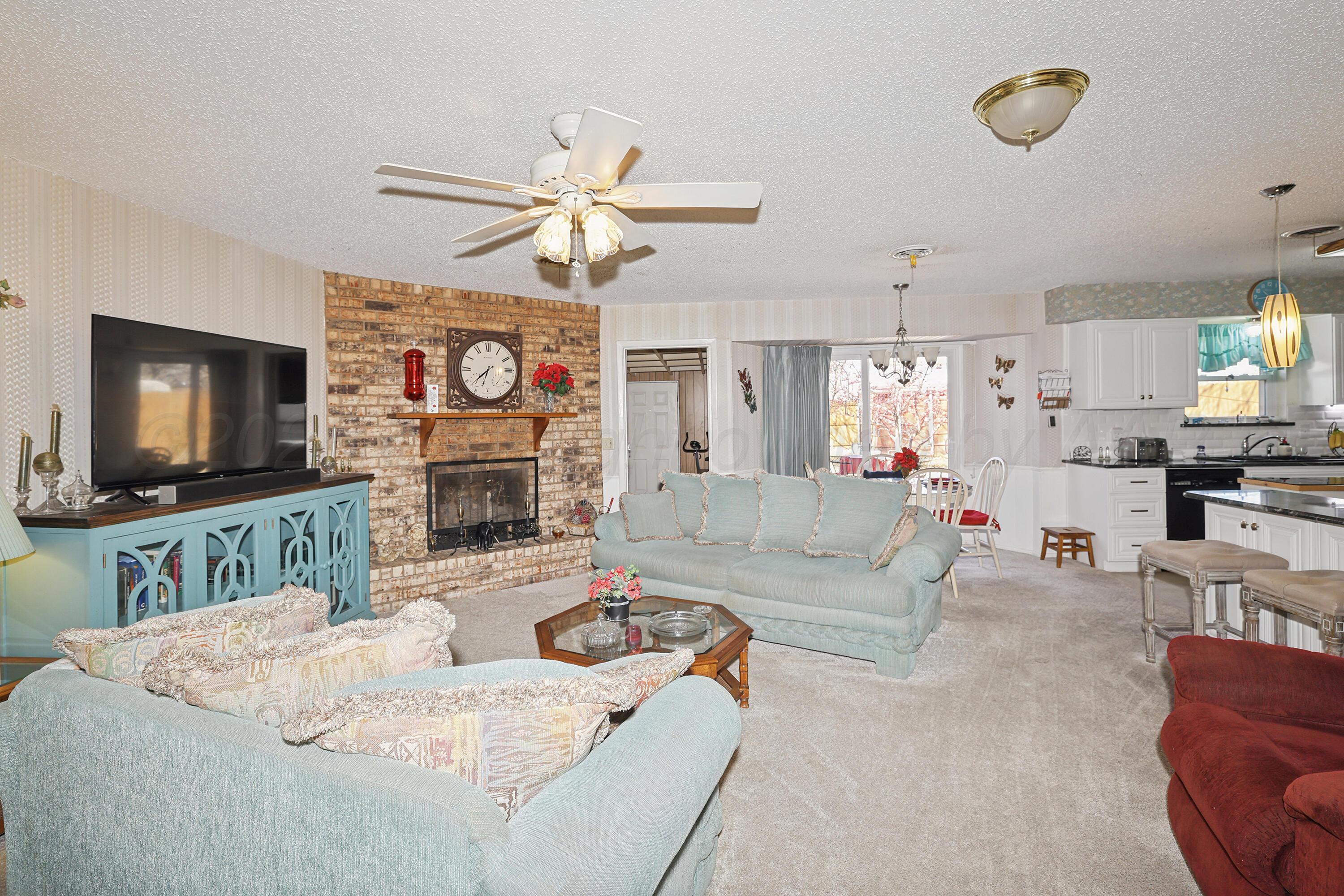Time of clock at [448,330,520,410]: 7:32
